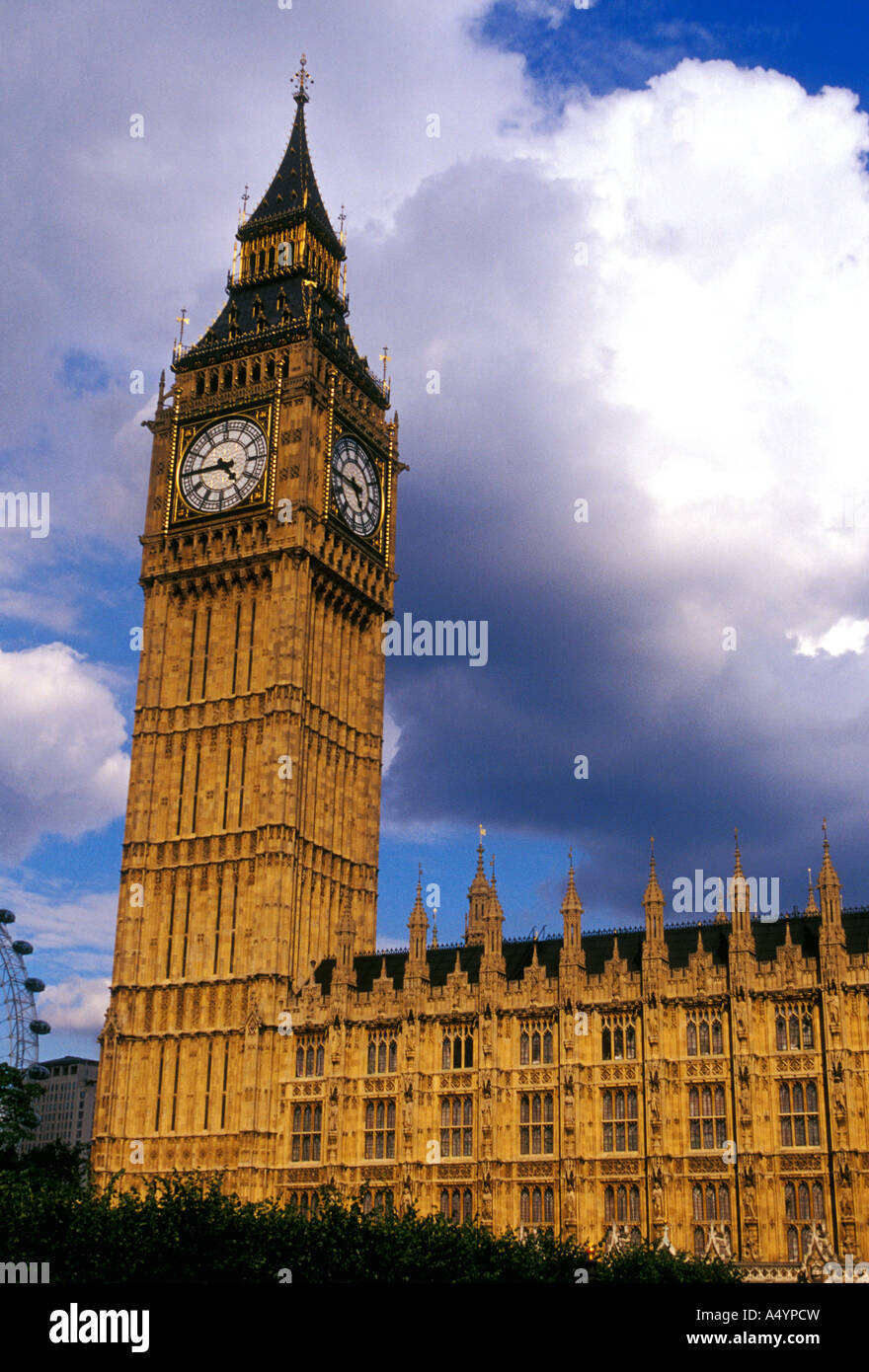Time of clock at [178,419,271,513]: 4:44
